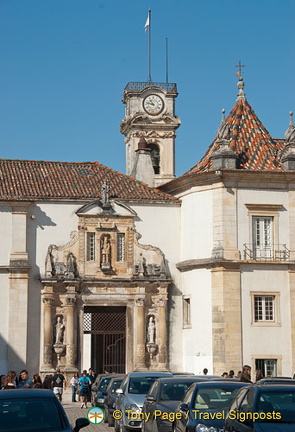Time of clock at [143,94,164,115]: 10:47
